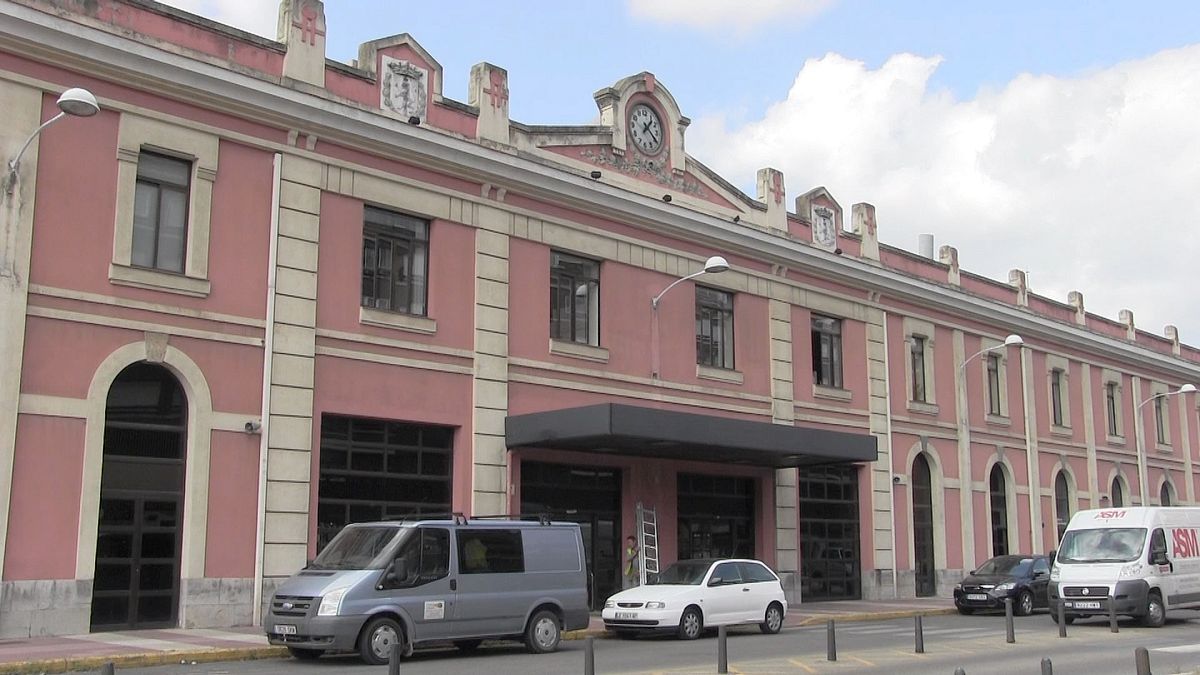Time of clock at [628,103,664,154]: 1:20
